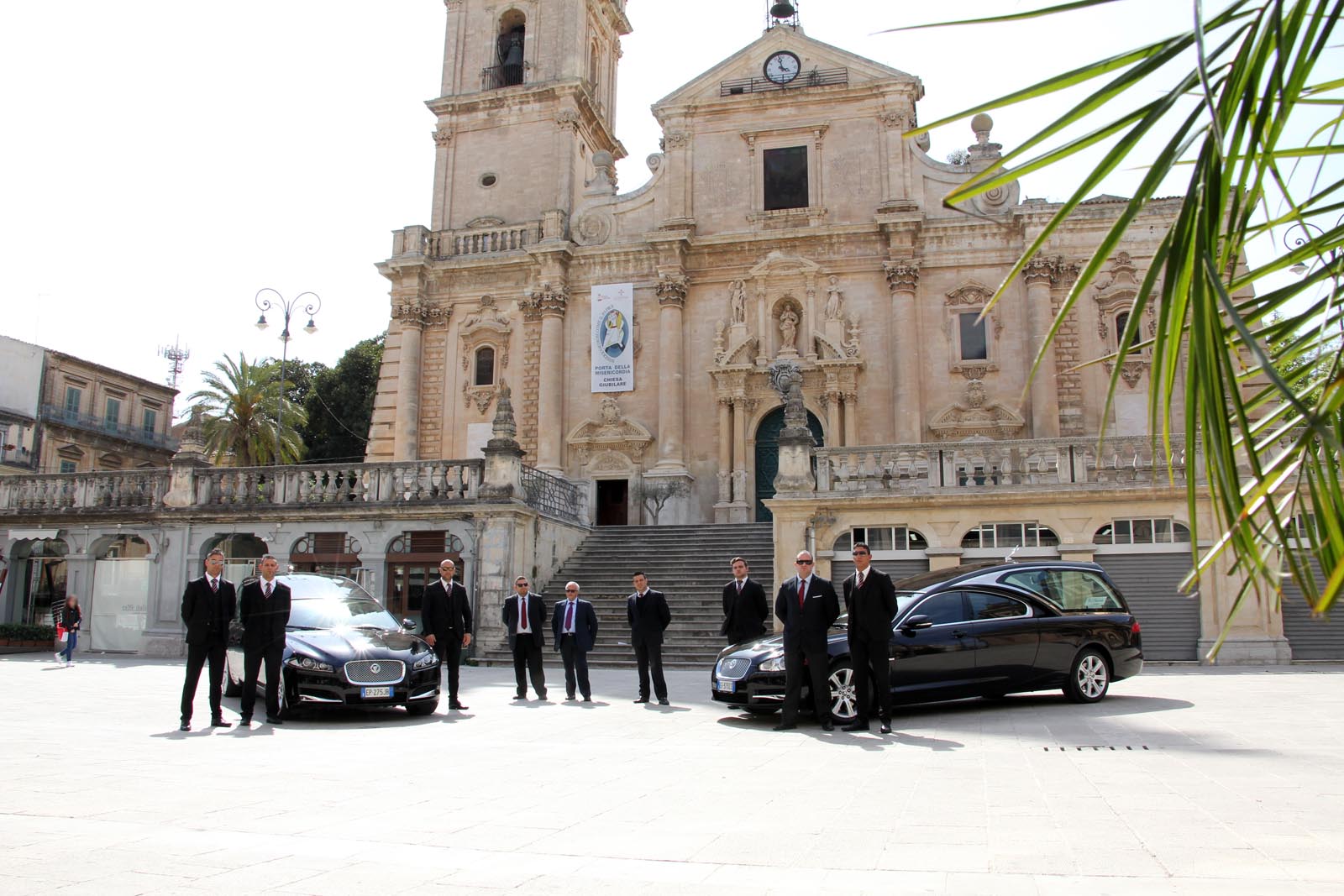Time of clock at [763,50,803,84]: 3:57
